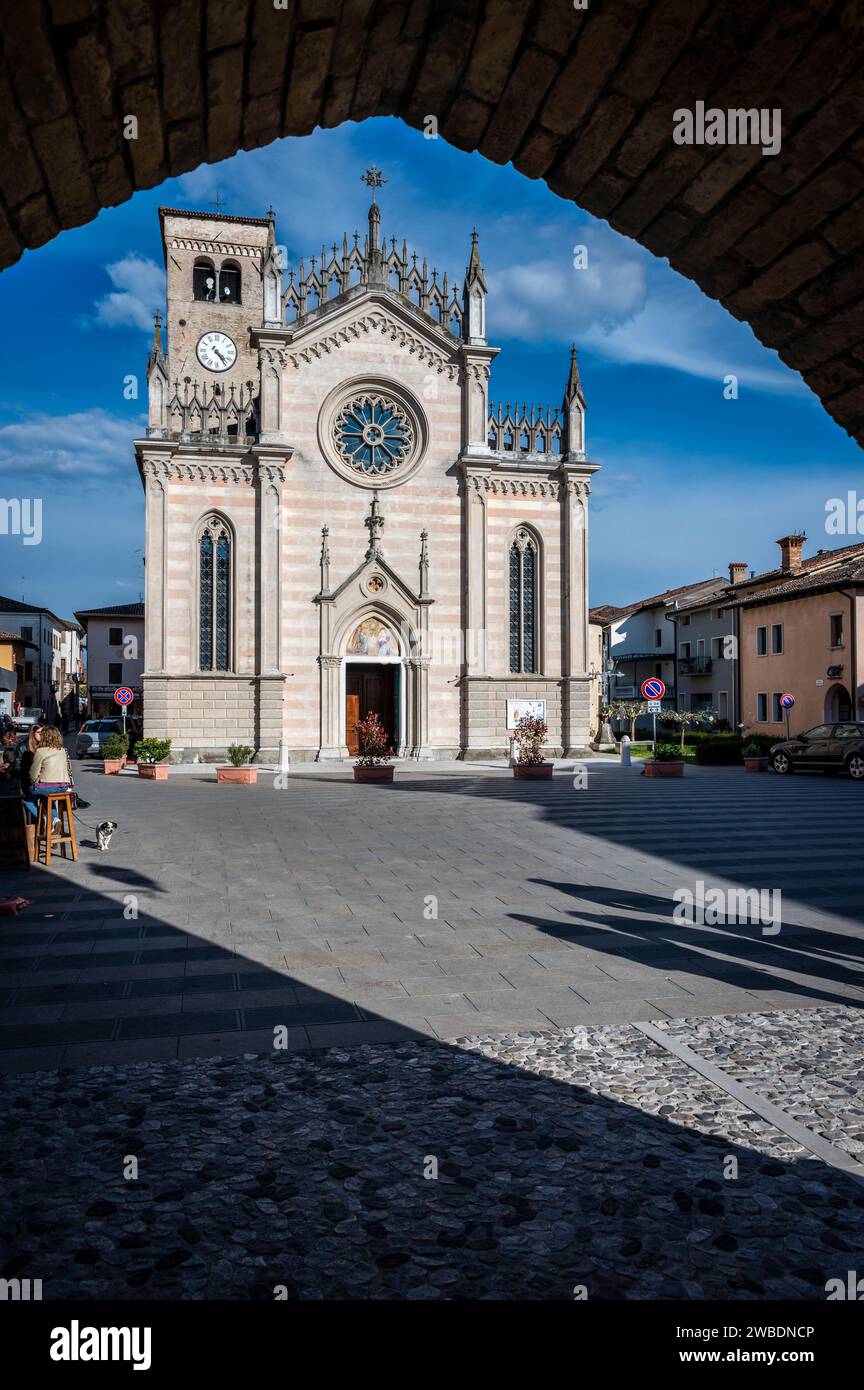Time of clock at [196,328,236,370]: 4:23
